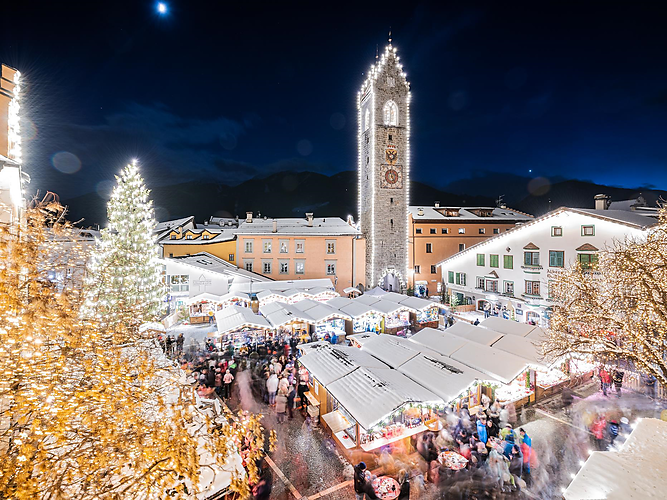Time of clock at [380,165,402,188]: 4:59
